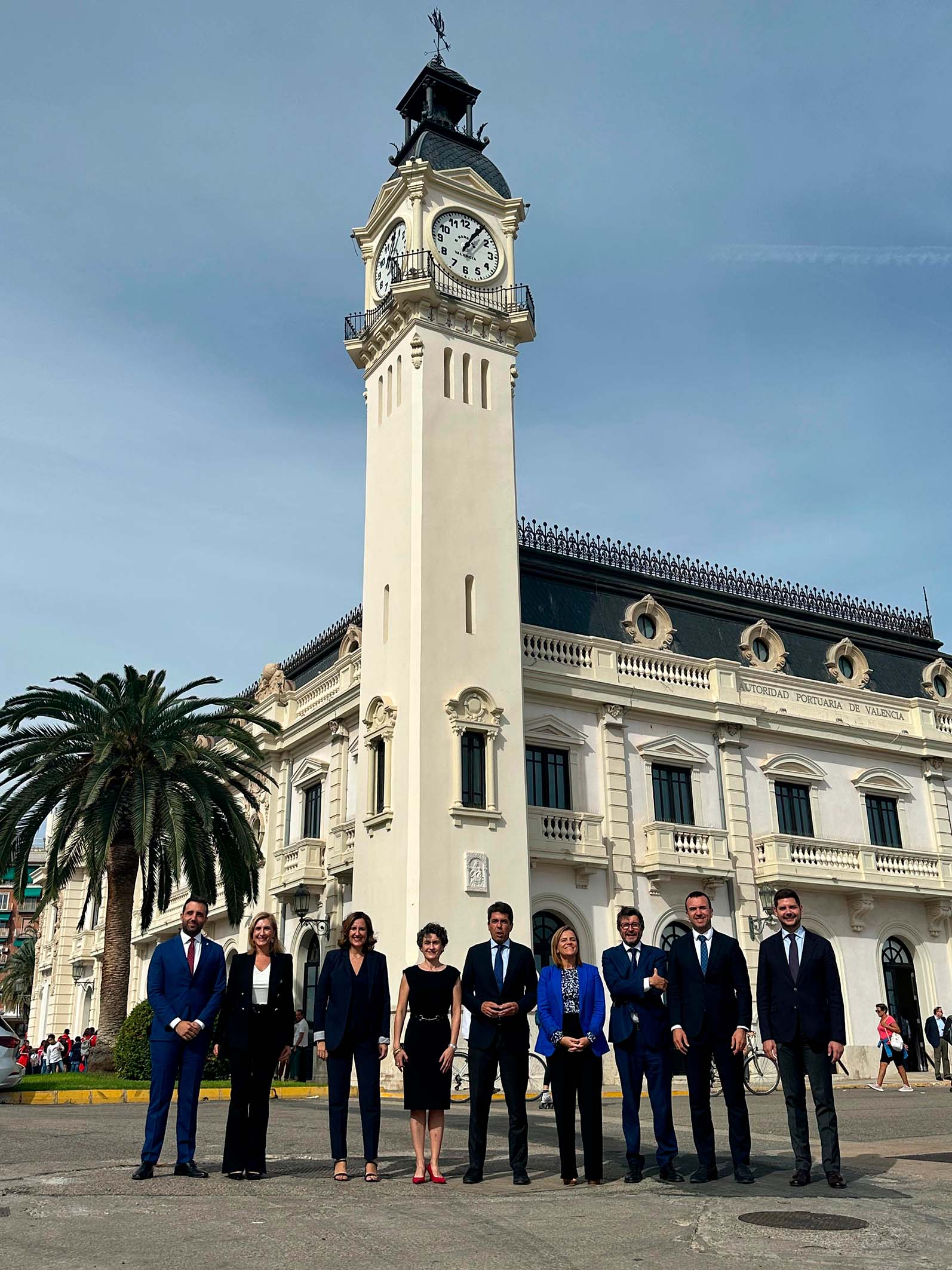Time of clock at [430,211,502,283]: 1:05
